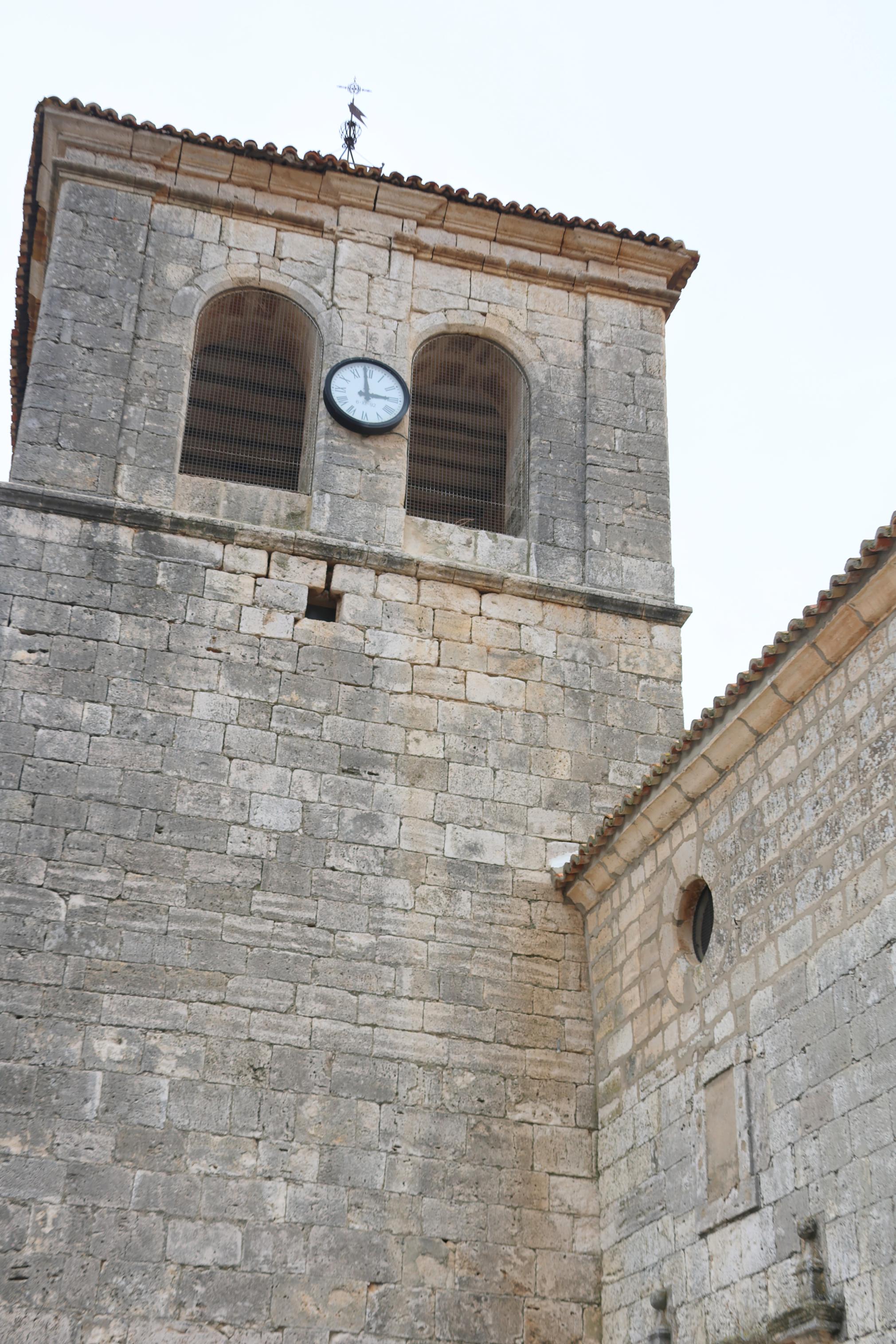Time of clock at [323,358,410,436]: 2:59
